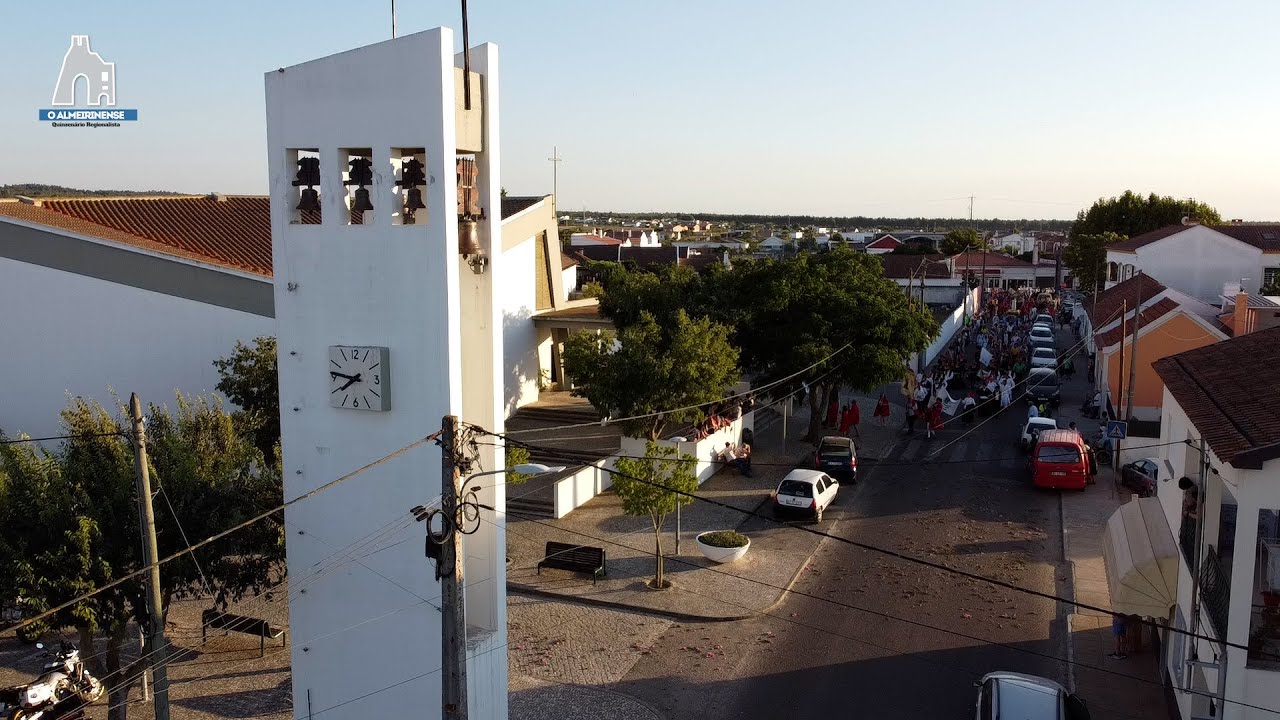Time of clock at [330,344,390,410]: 7:46
